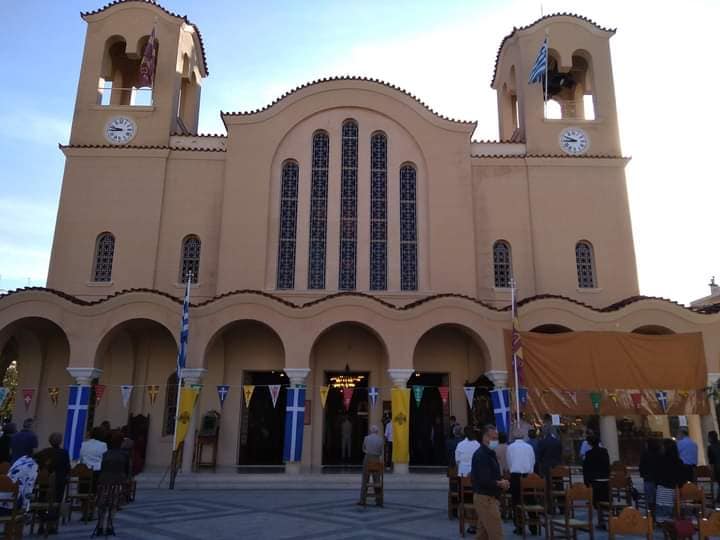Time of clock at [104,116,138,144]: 8:47
